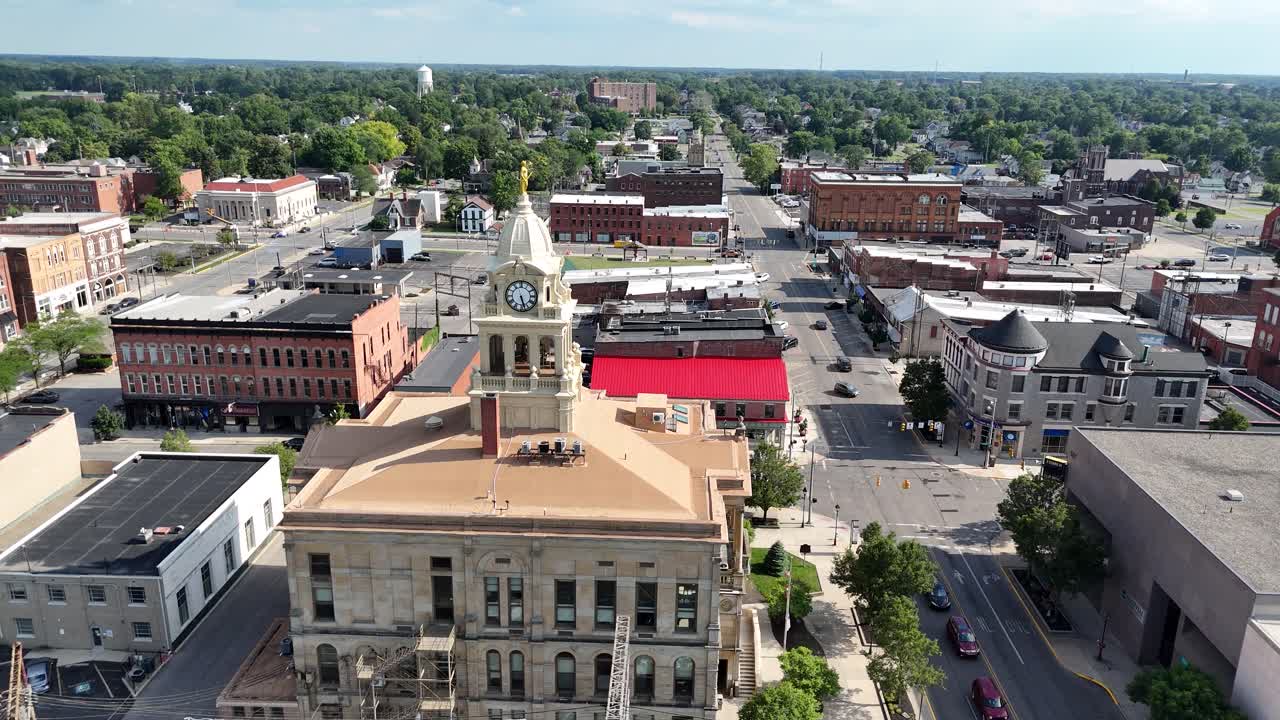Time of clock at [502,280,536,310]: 5:27
